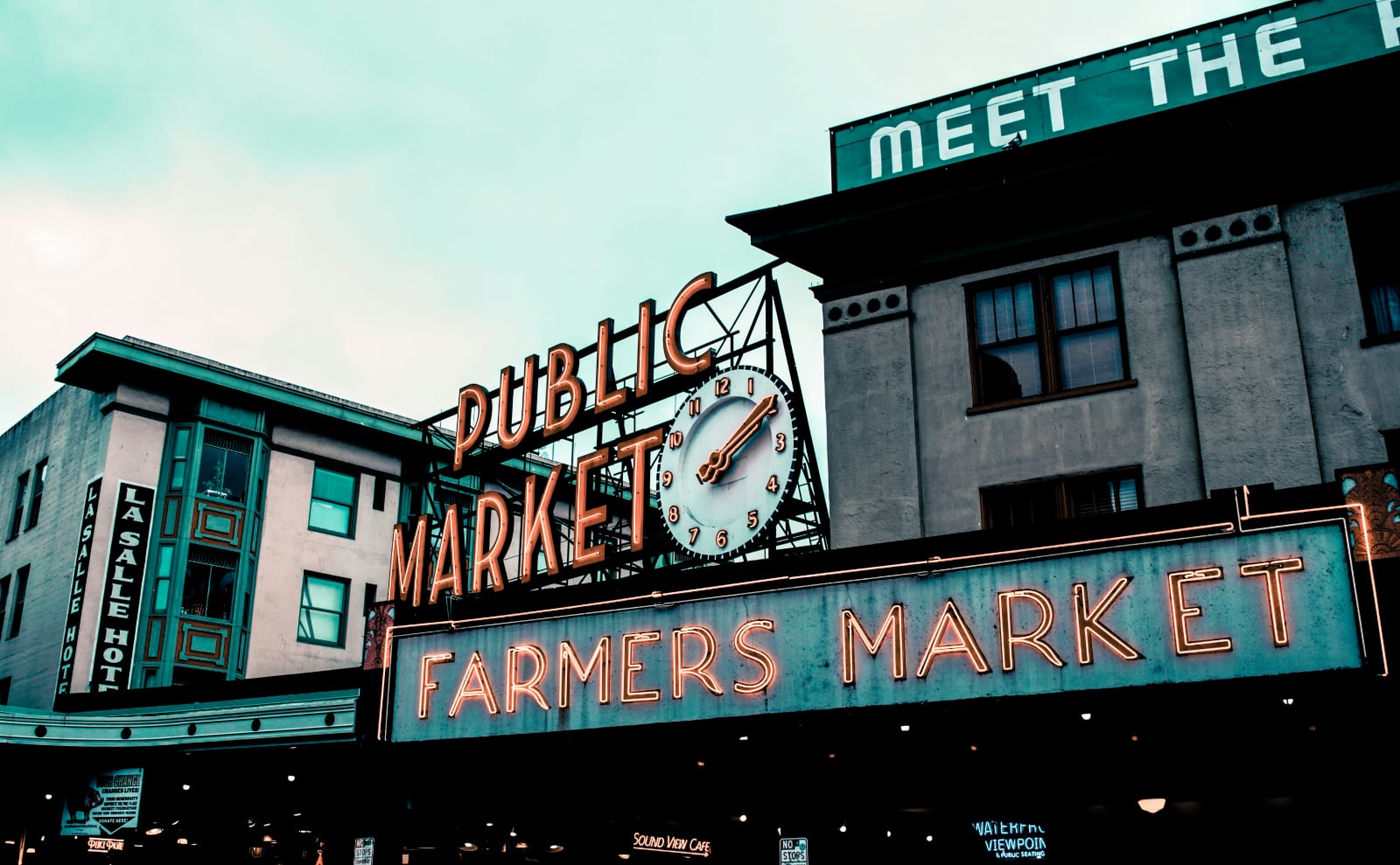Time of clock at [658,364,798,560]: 2:09
